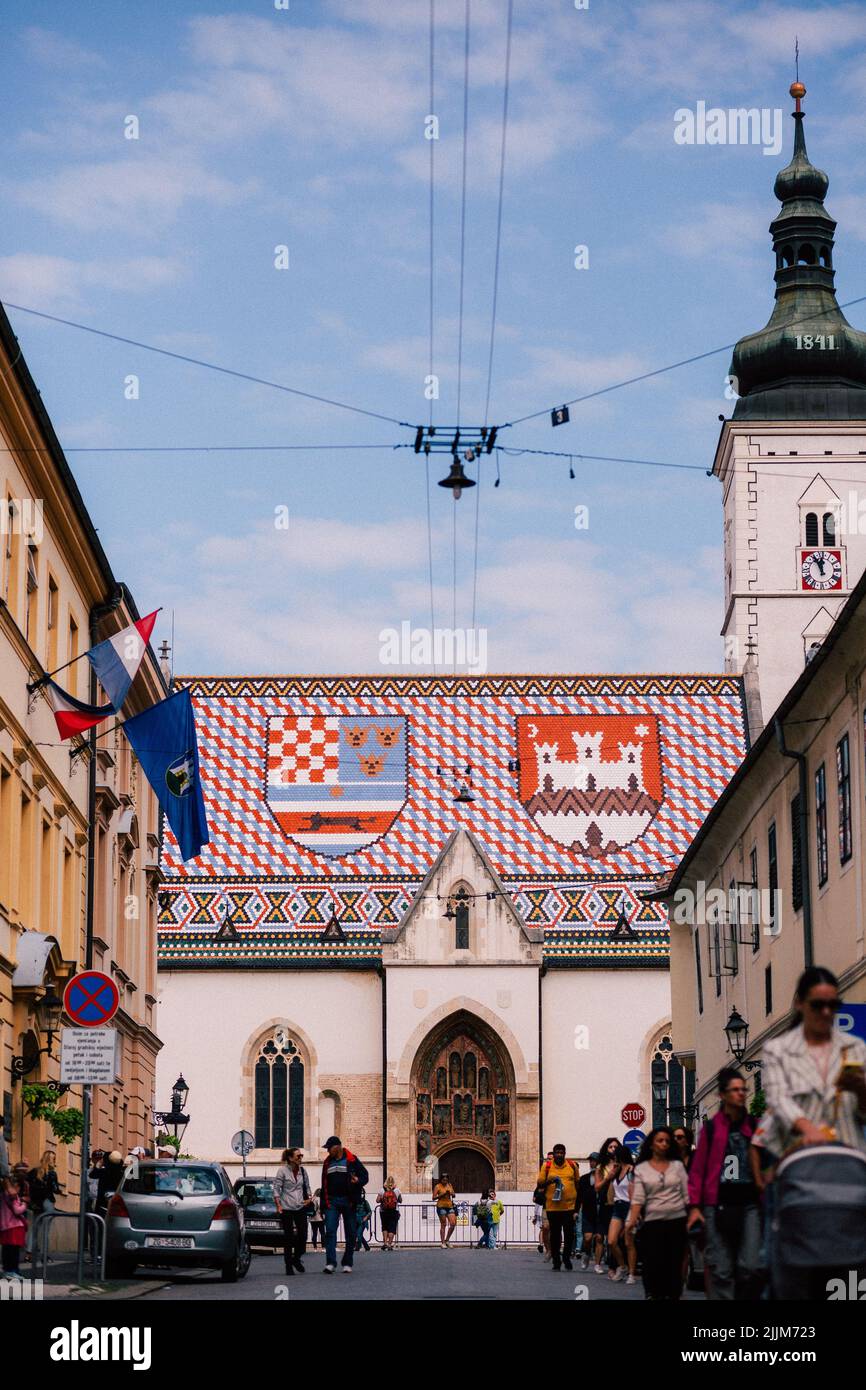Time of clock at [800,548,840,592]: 11:55
